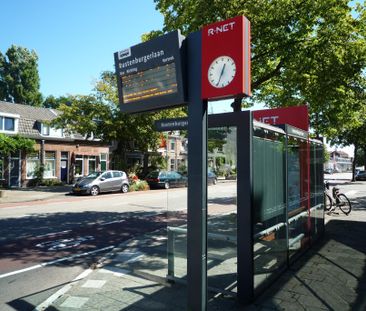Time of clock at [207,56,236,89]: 12:34
